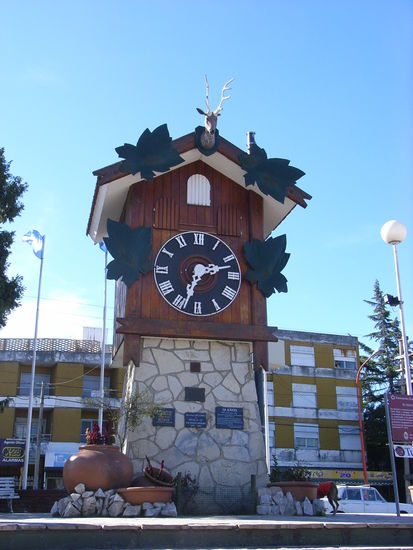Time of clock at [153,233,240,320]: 2:33
